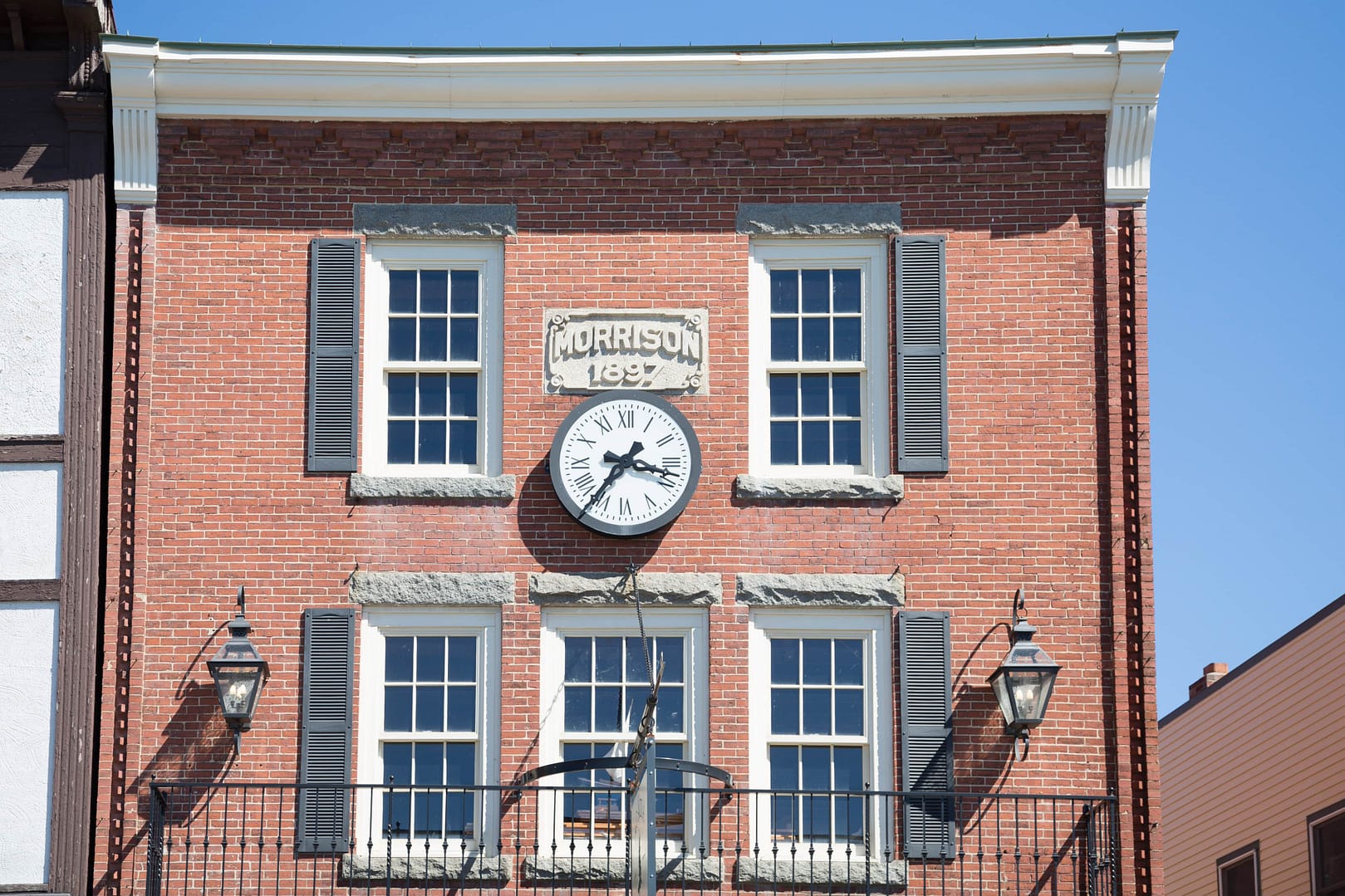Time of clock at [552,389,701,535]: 7:17
